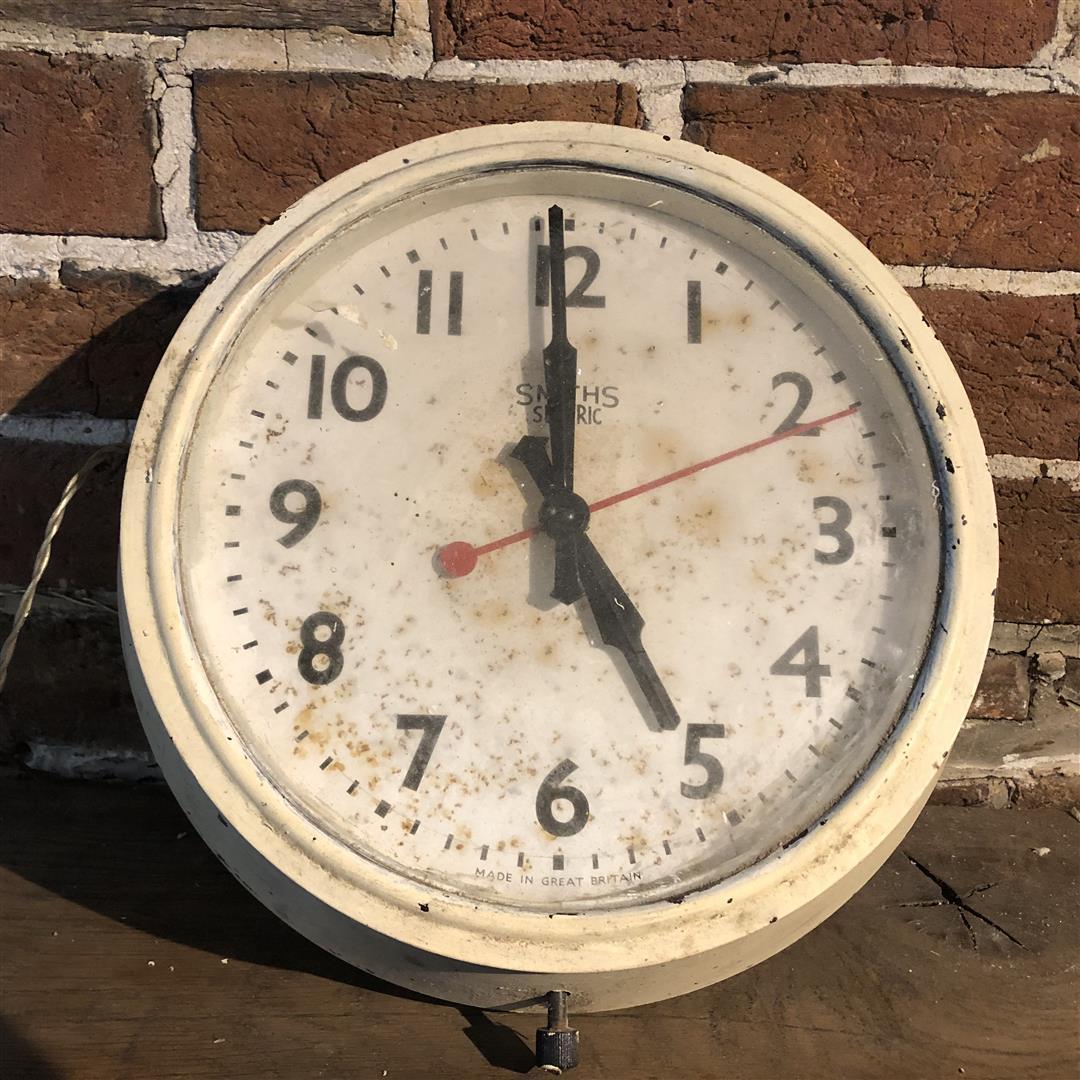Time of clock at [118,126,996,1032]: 4:59
